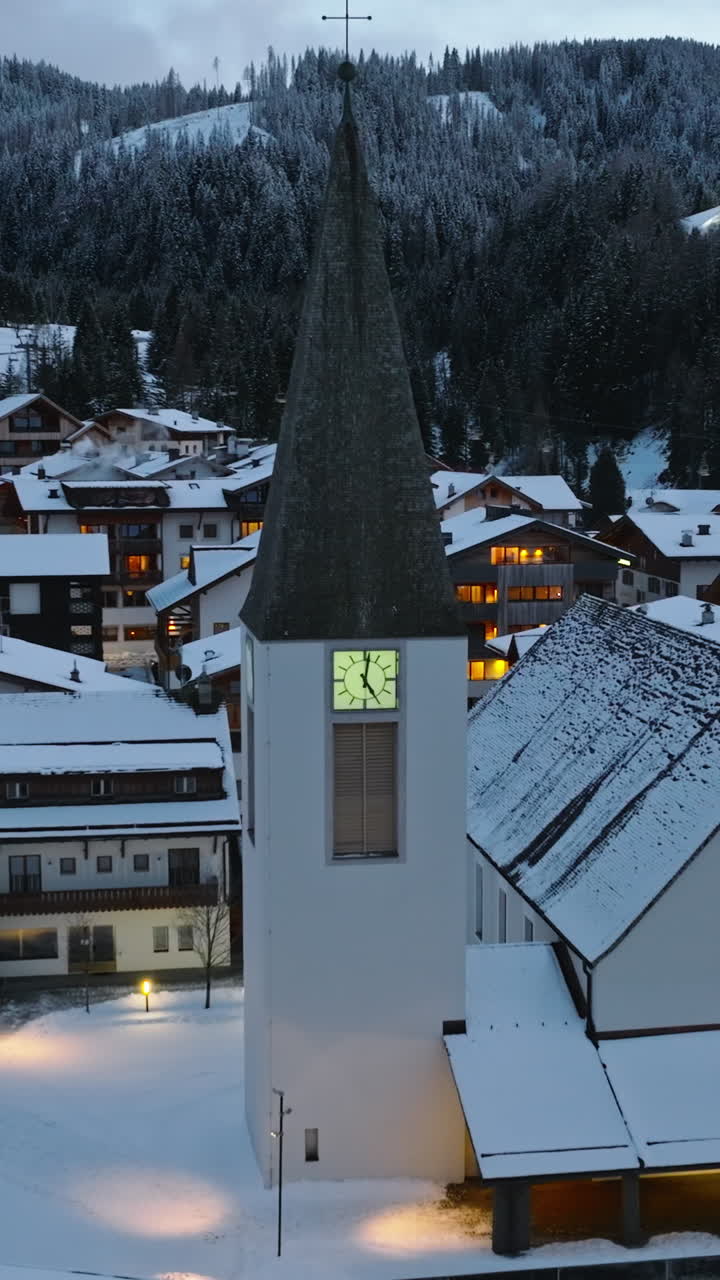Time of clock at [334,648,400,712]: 5:01
